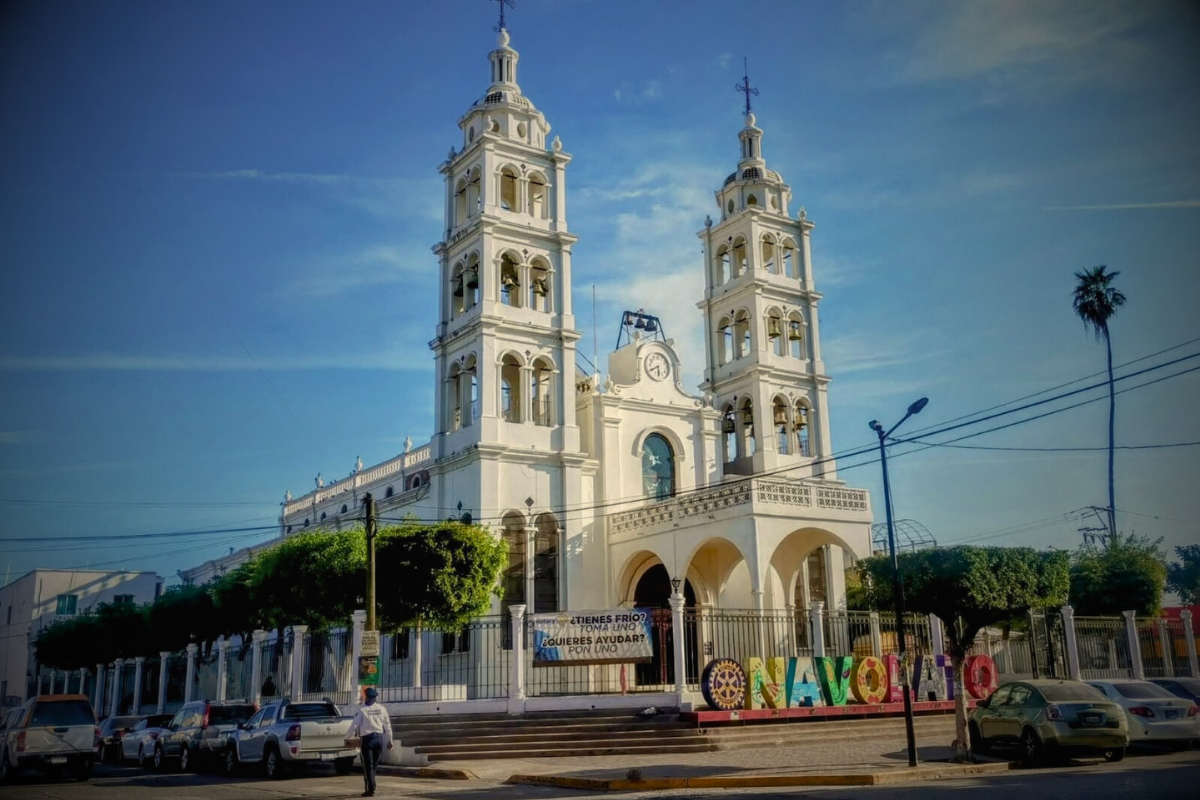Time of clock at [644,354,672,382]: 5:40
